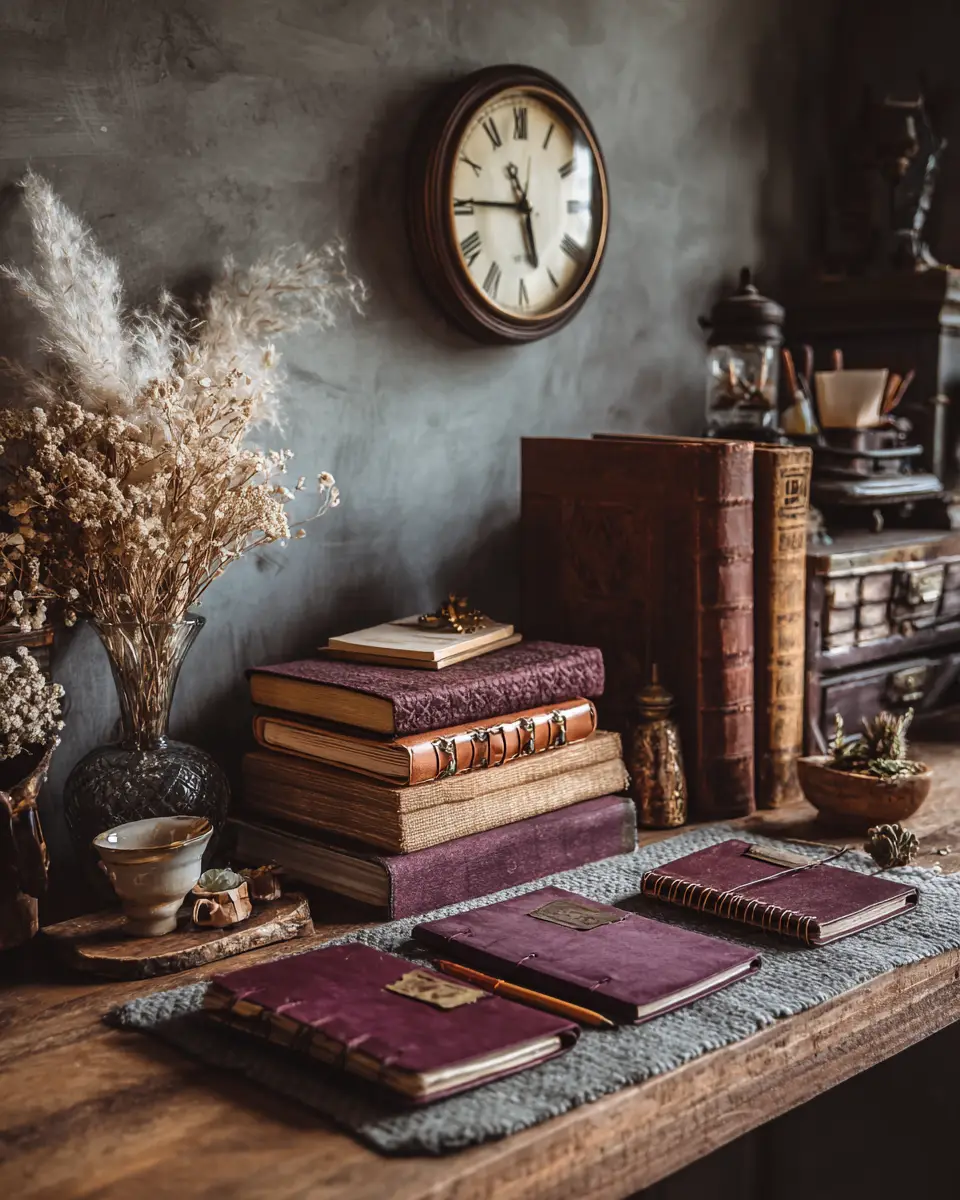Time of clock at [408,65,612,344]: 5:45
